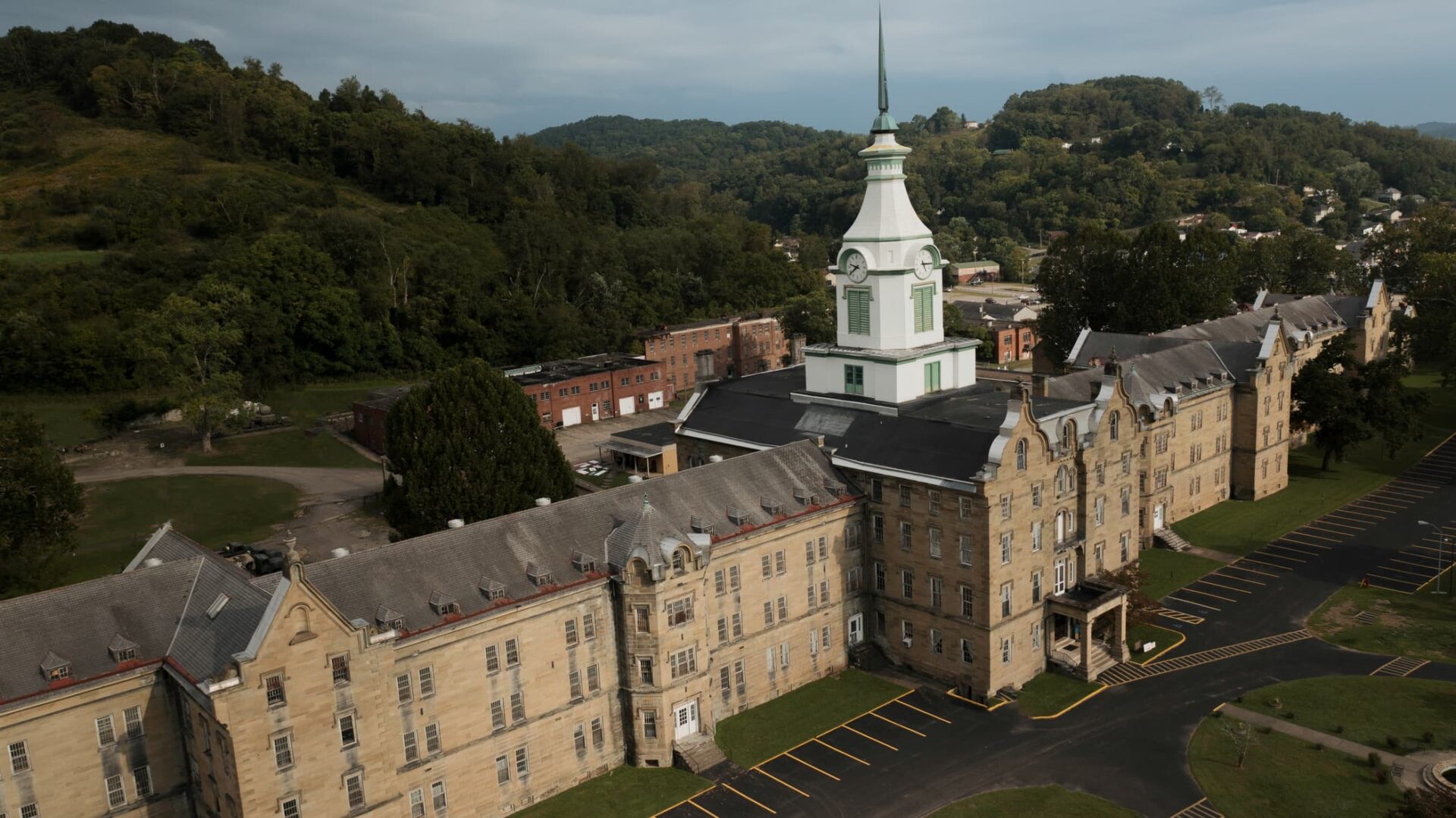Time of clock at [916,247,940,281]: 5:14
